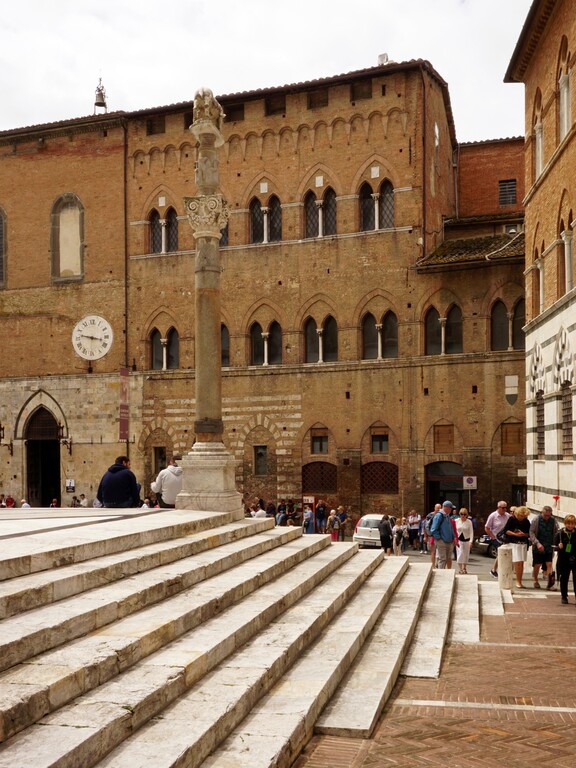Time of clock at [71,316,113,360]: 9:17
